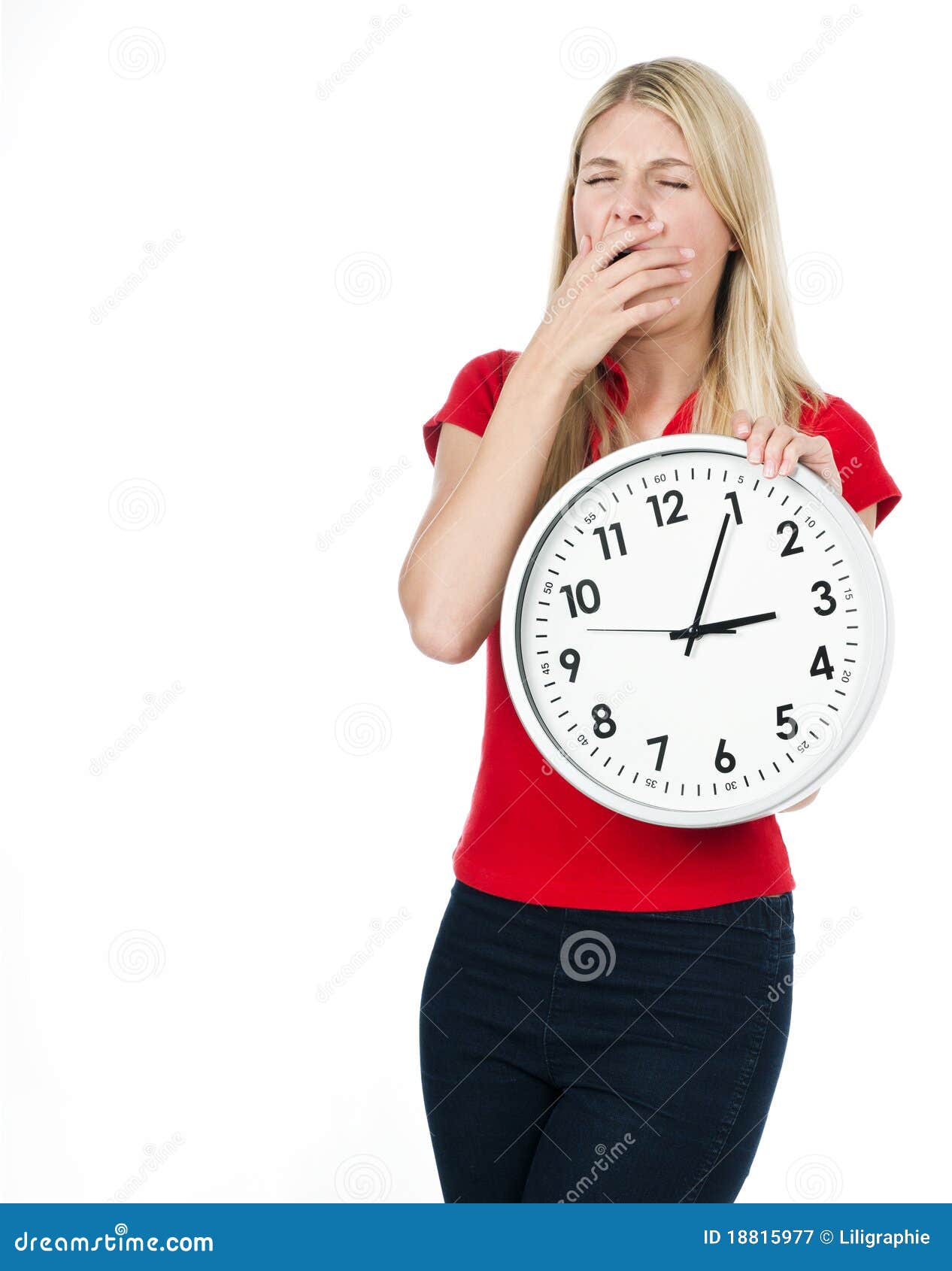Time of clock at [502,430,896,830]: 3:05
